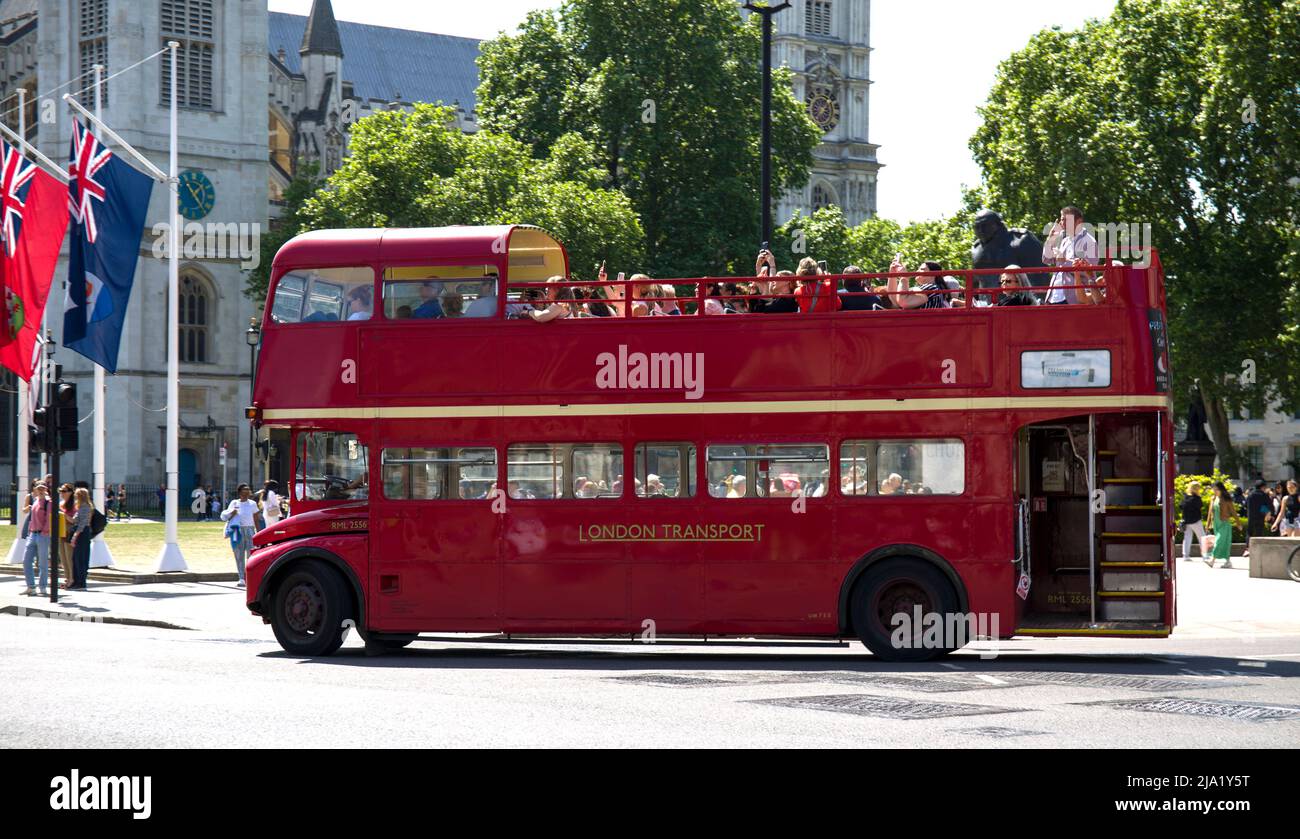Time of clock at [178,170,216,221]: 1:23
